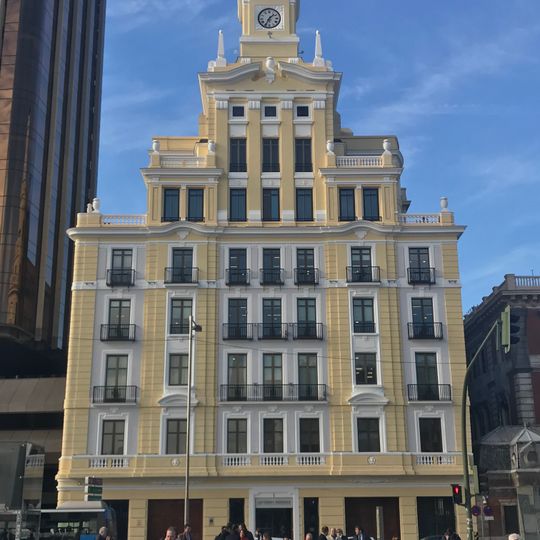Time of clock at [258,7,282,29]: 1:34
